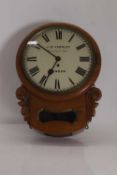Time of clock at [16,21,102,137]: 6:50
